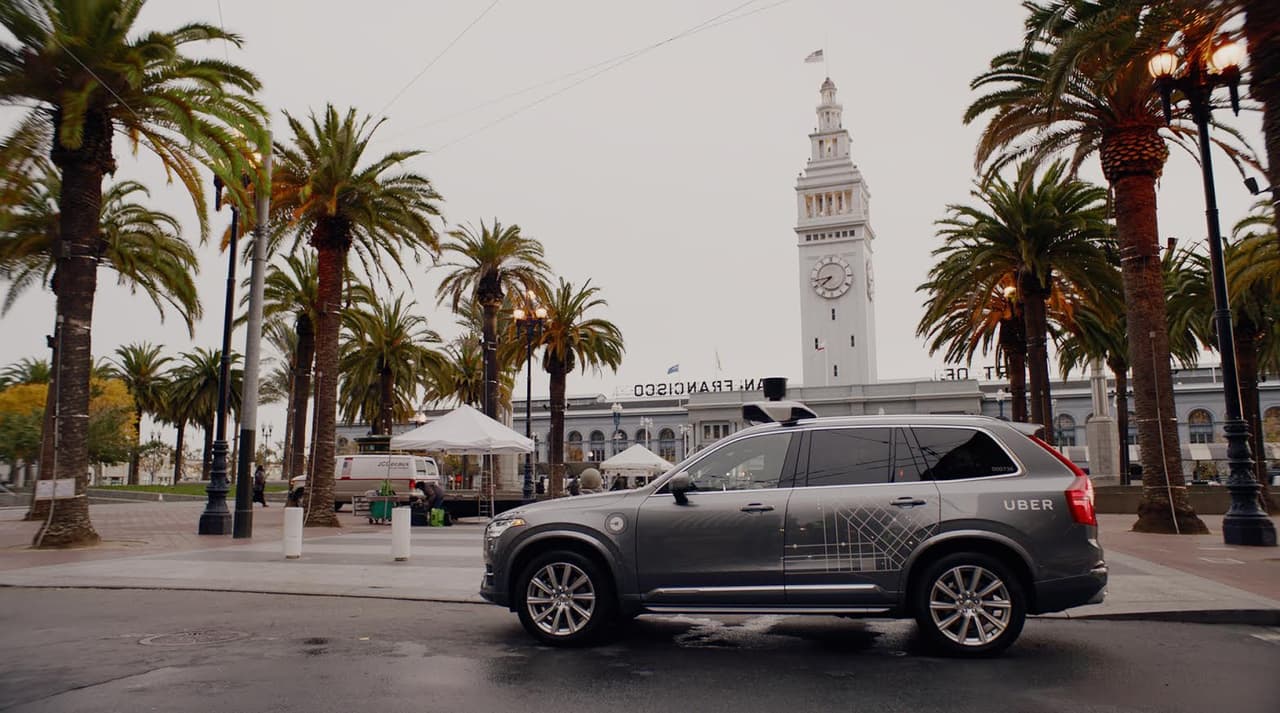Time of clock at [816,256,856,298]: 7:43
